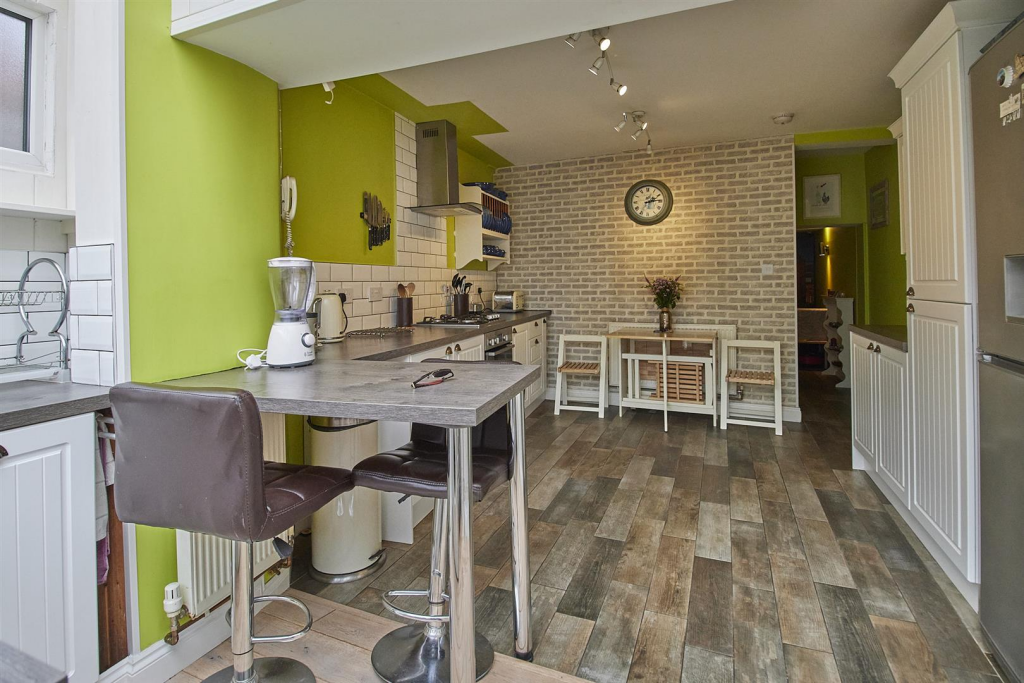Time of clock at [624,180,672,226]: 2:14
